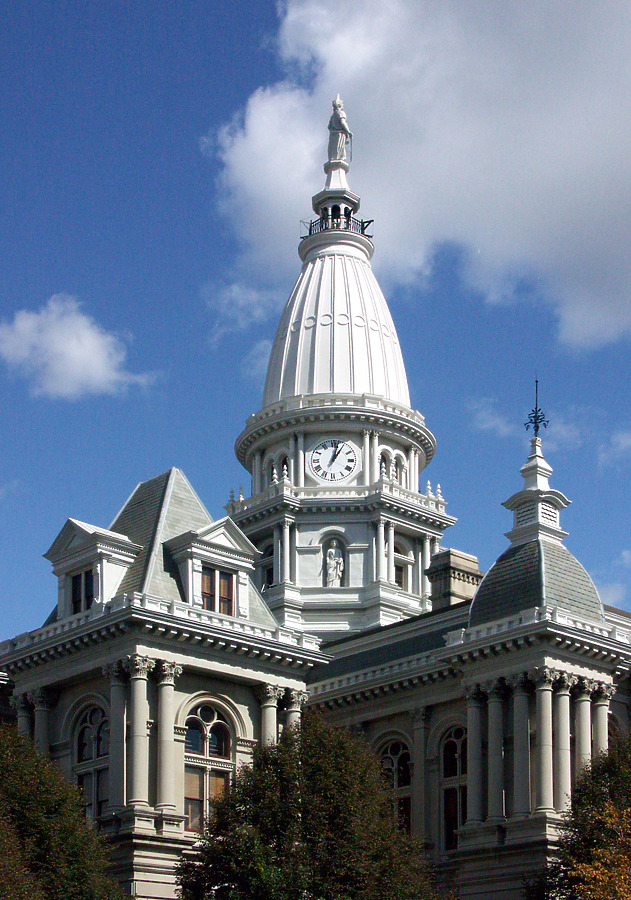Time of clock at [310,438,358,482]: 1:02
